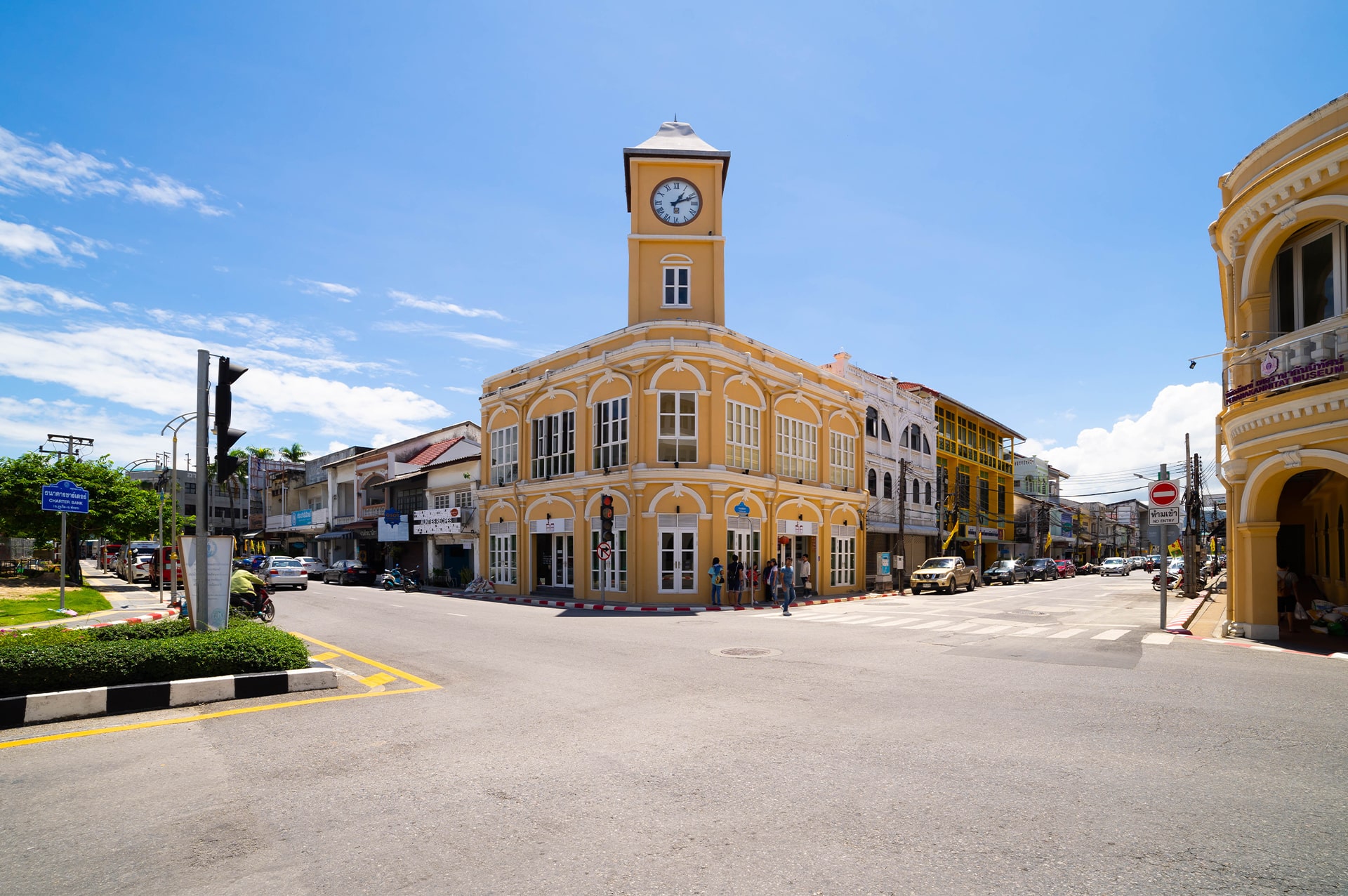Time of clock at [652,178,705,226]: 1:11
